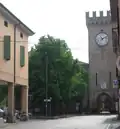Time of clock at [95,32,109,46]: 11:10
